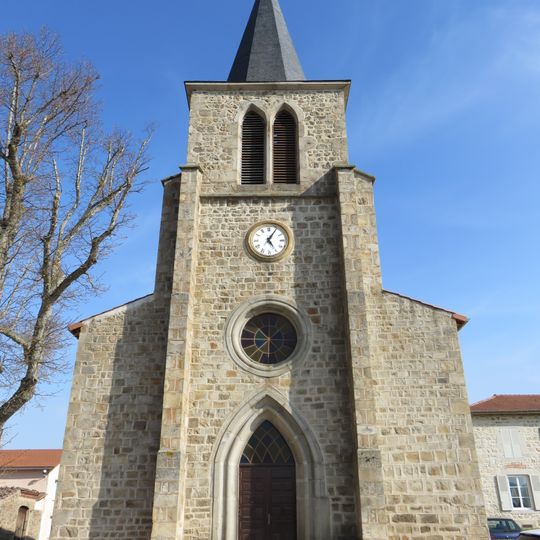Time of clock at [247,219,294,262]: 5:05
